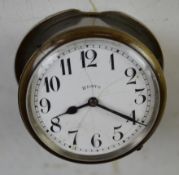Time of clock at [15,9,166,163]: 8:20
